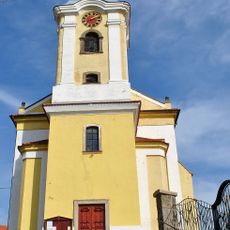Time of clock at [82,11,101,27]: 8:12
